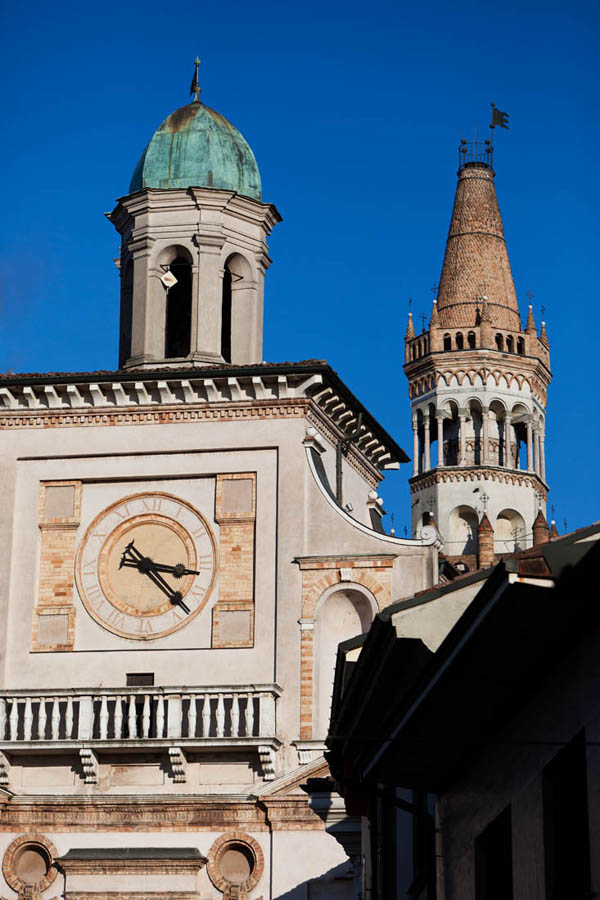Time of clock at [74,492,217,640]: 3:22
